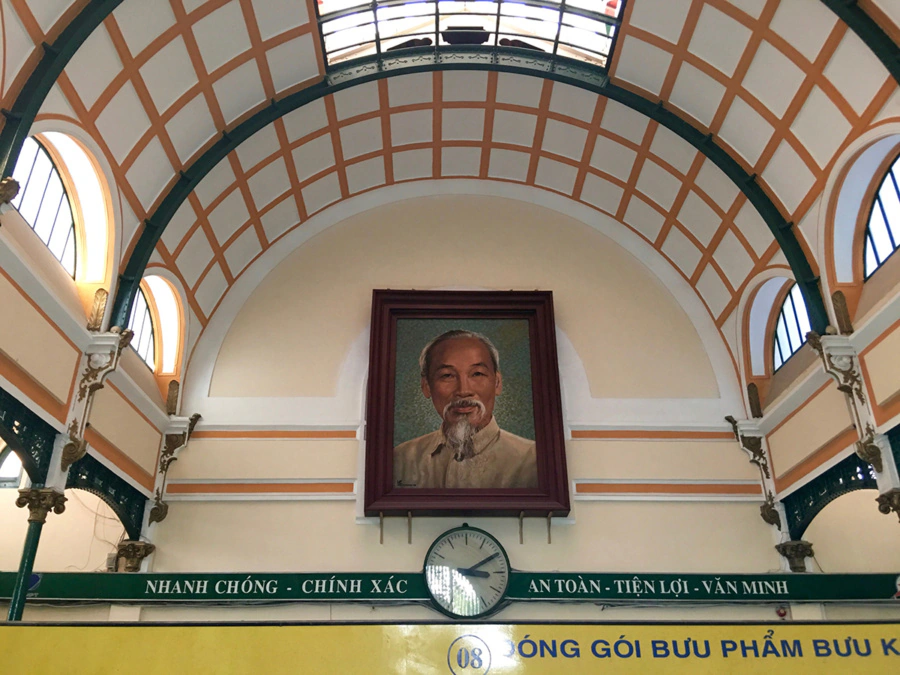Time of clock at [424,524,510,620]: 3:10
